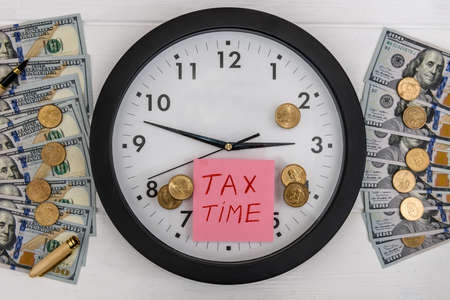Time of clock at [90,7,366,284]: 2:47
